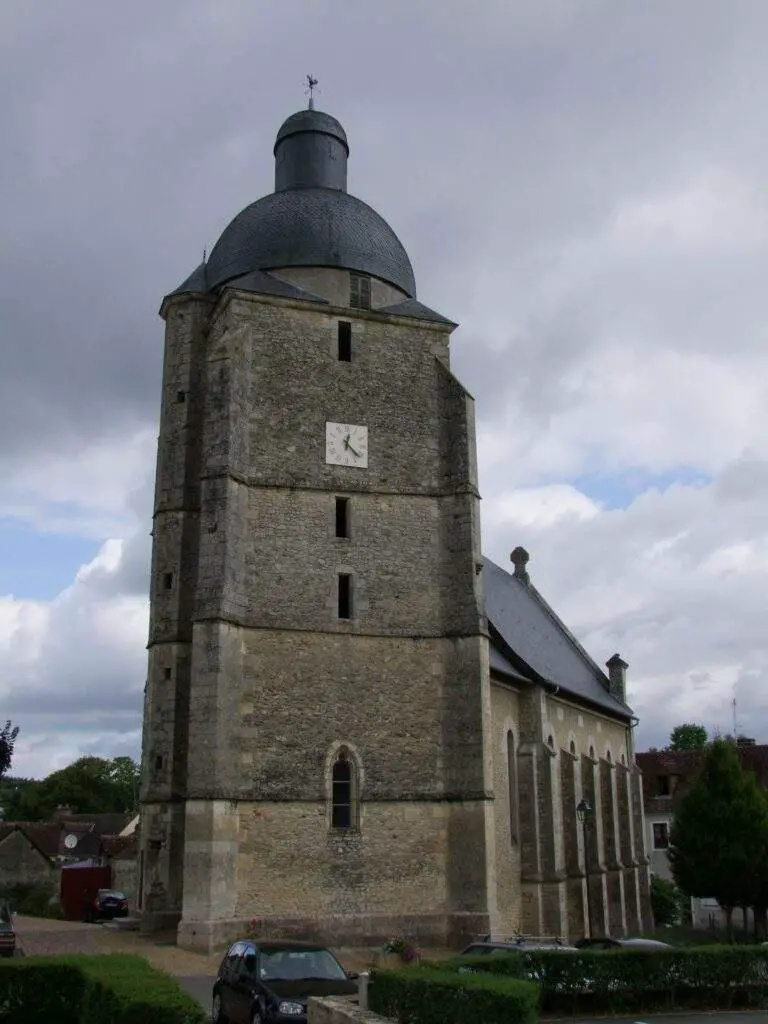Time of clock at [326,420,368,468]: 12:22
